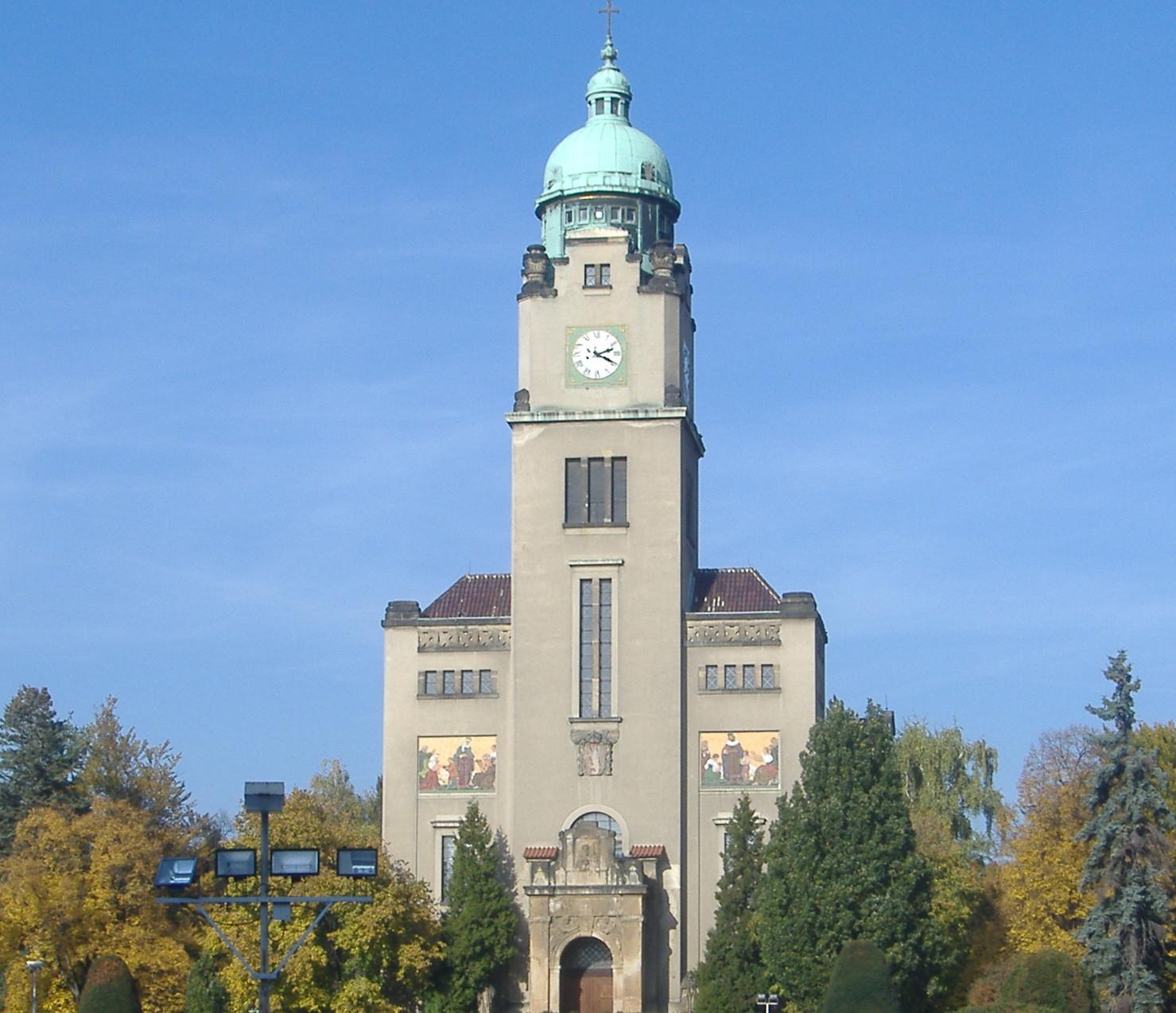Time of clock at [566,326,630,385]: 2:19
